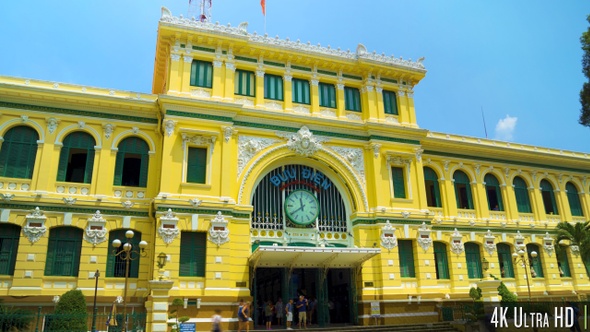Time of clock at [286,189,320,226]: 11:39
